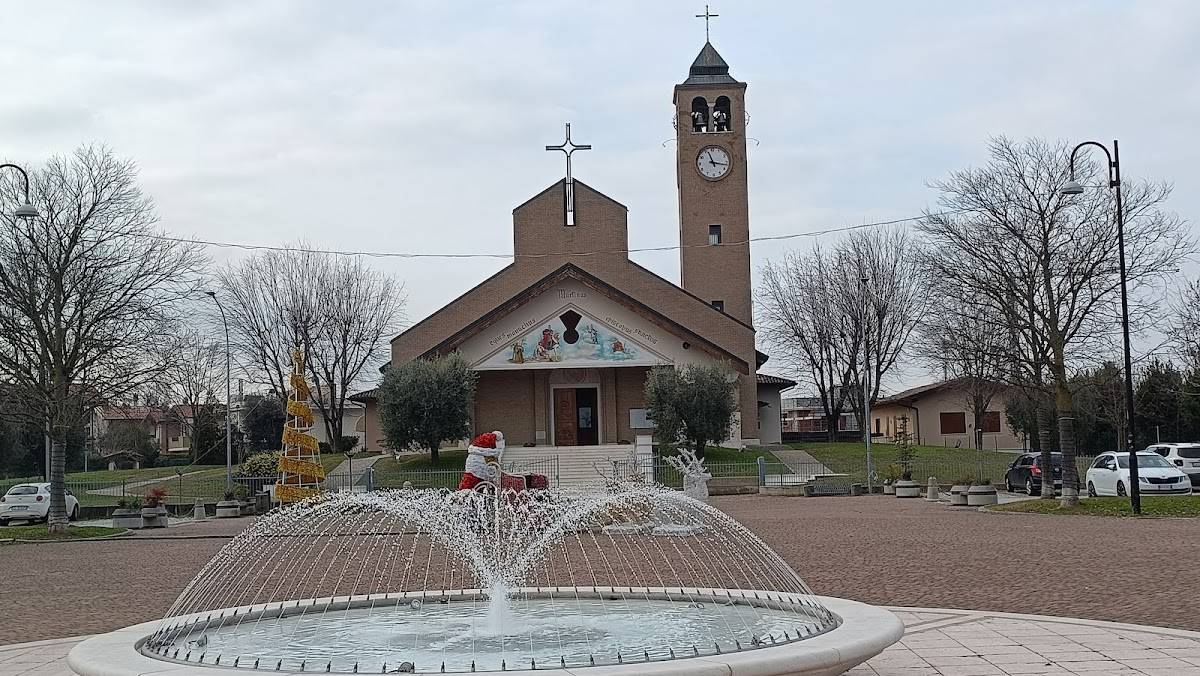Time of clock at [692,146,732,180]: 11:16
